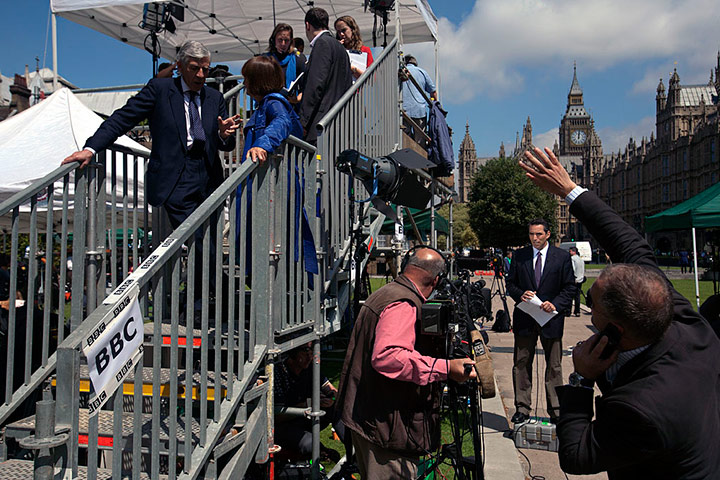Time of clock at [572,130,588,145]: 12:01
